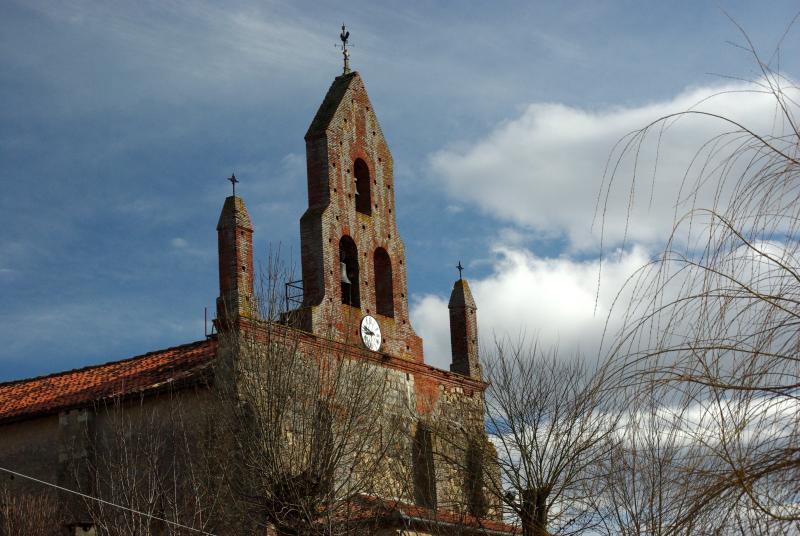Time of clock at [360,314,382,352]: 8:47
